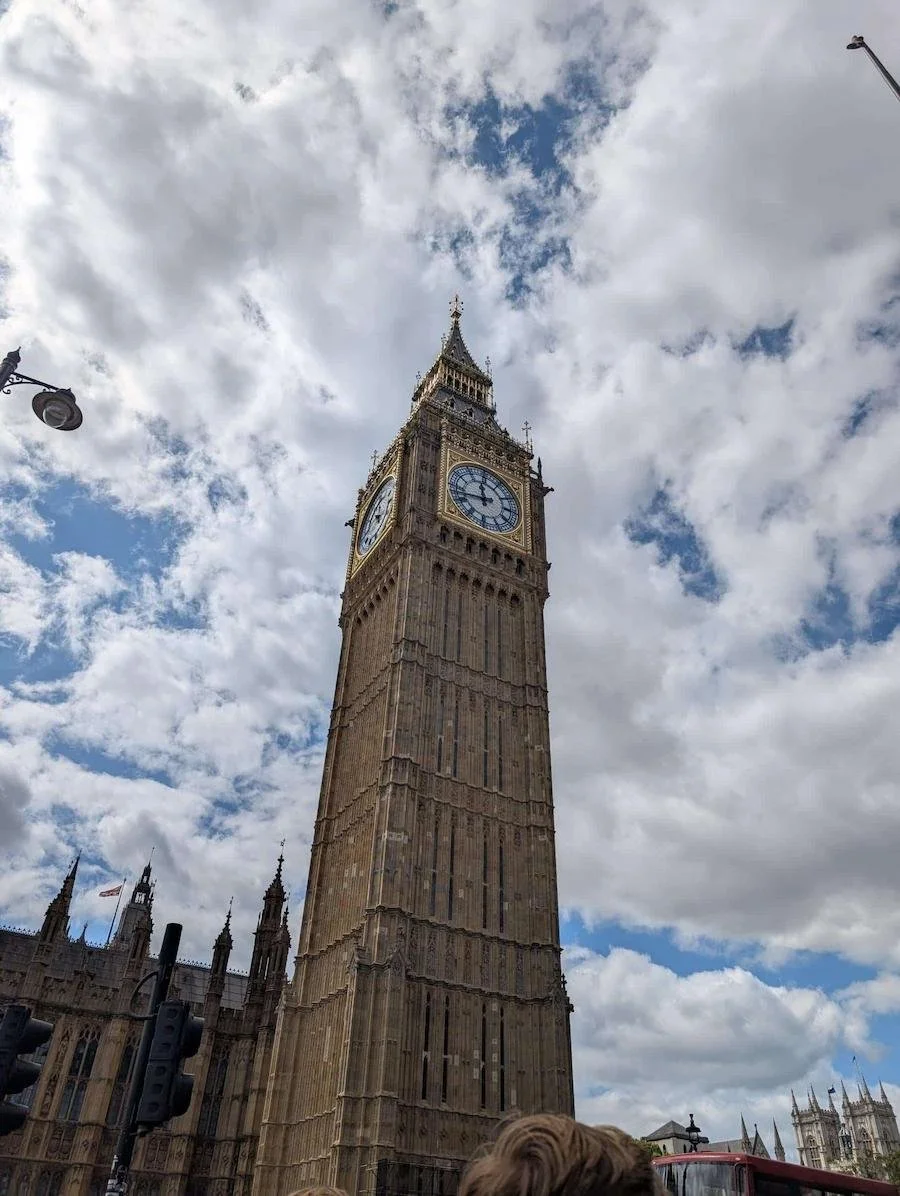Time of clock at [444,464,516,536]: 11:42
